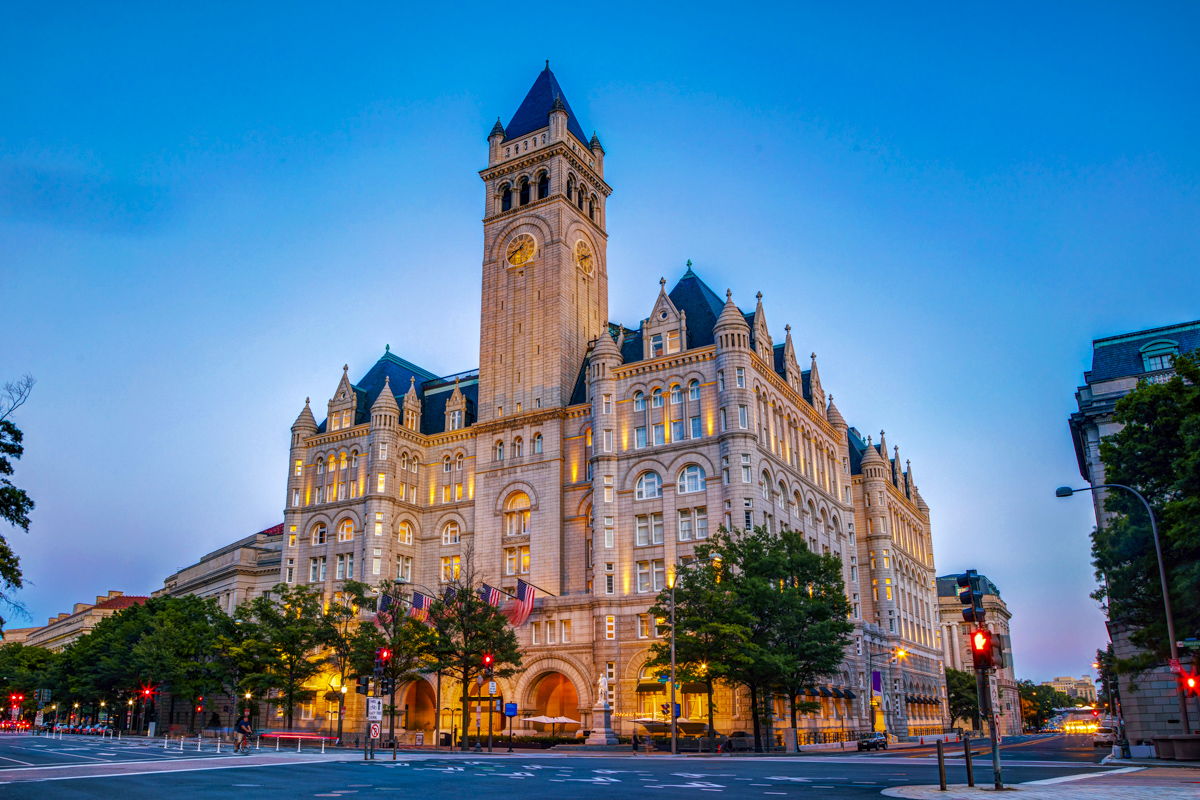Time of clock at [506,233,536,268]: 8:38
